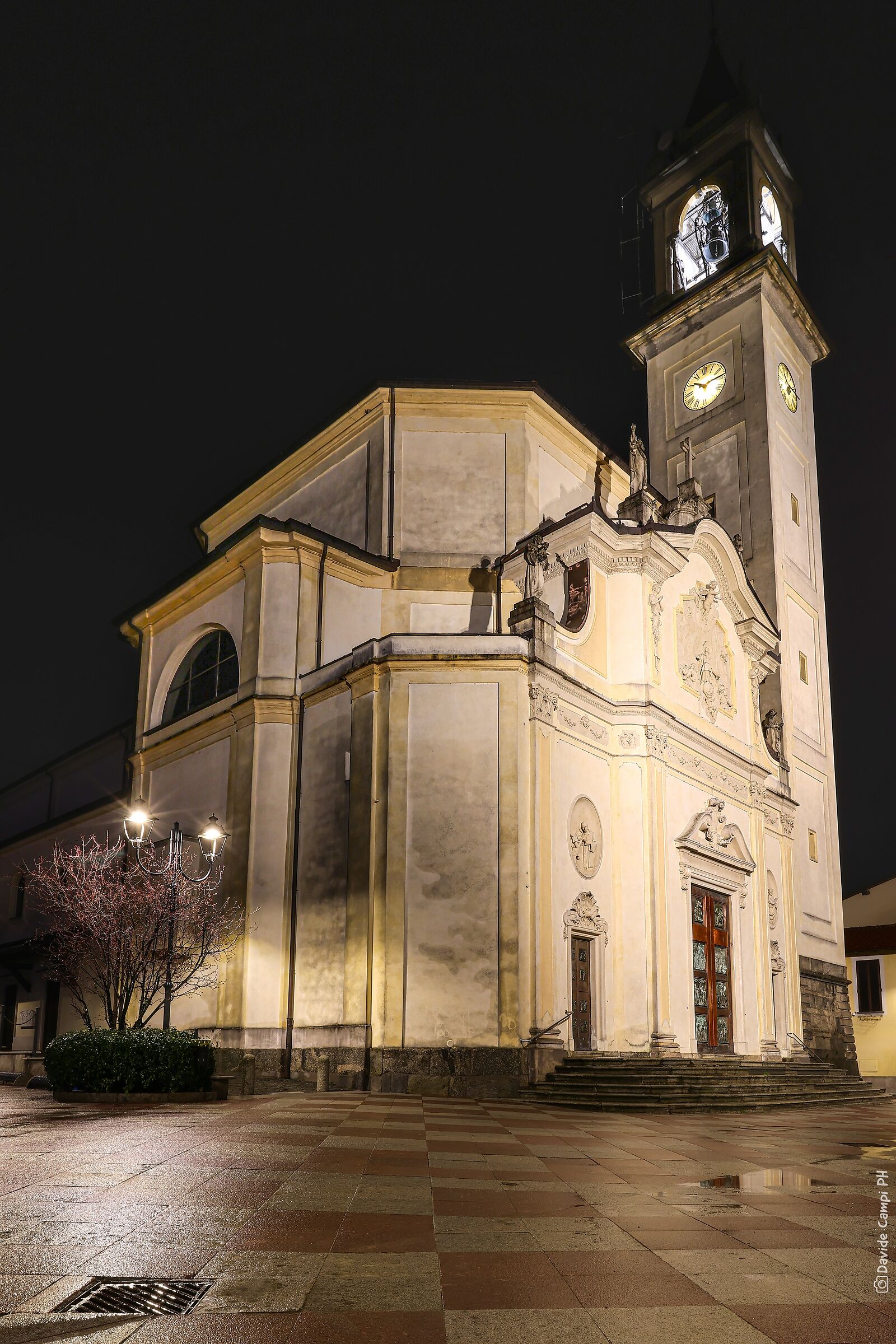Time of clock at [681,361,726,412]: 10:14
